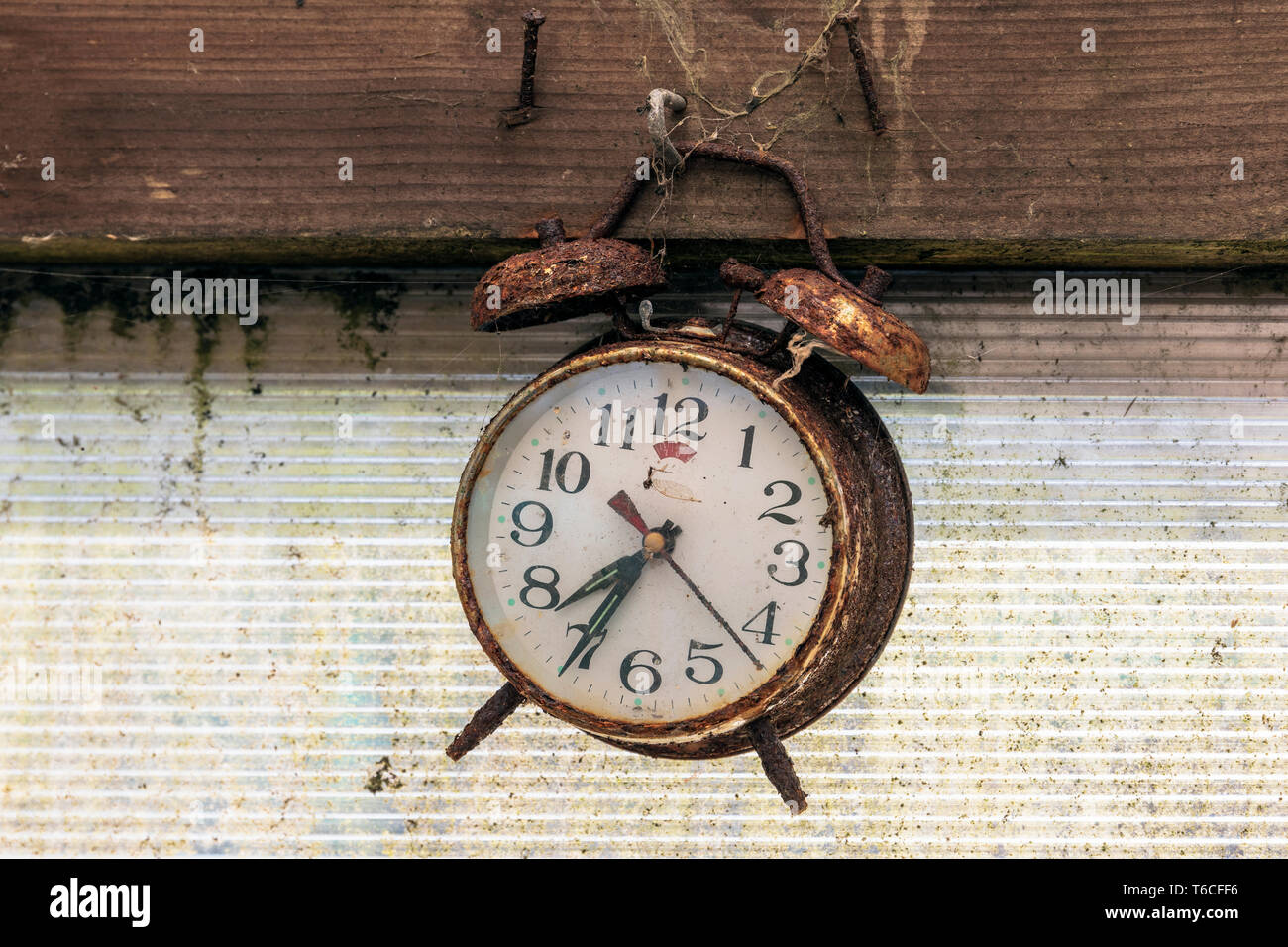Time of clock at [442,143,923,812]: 7:34
